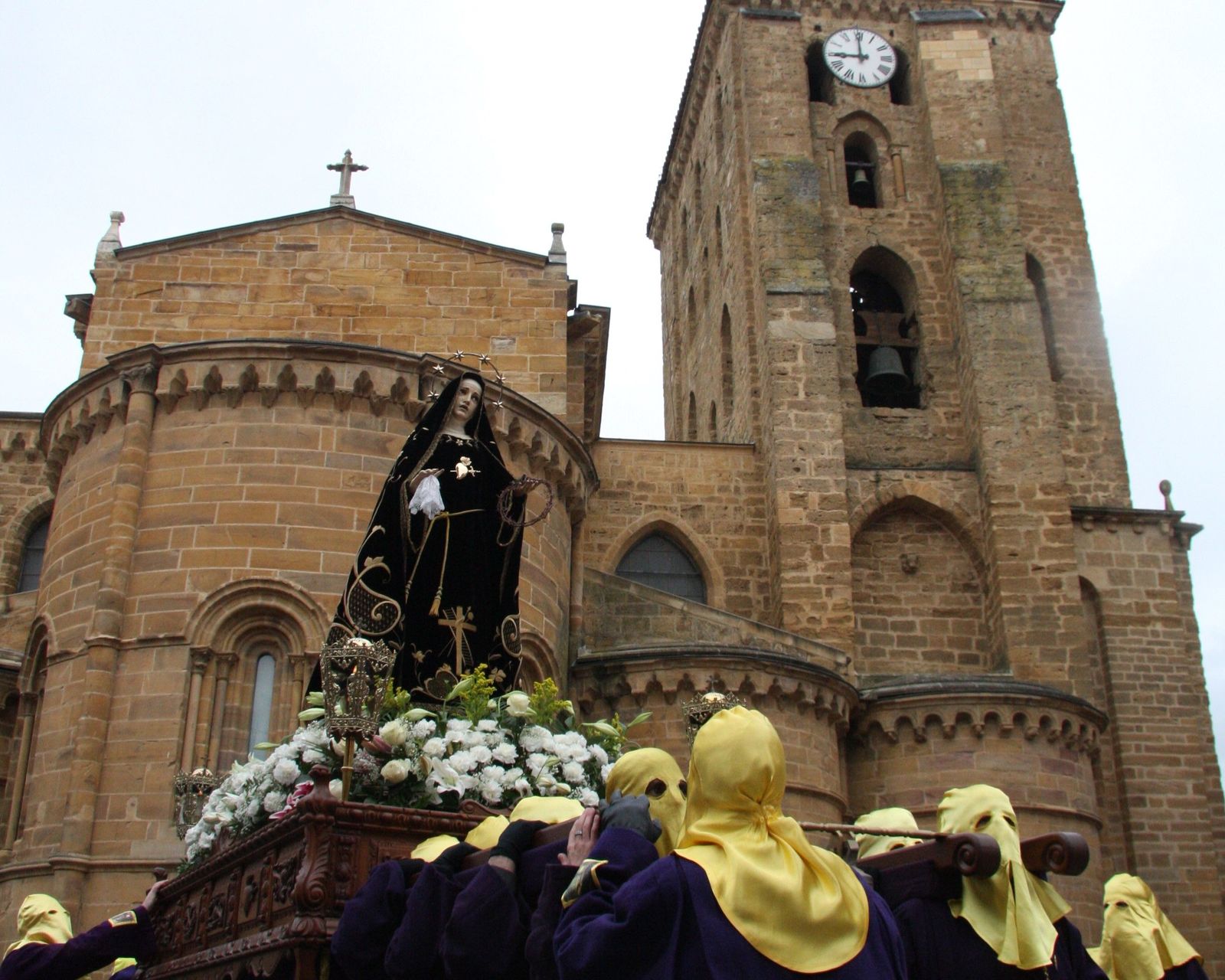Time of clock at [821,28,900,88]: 8:59
